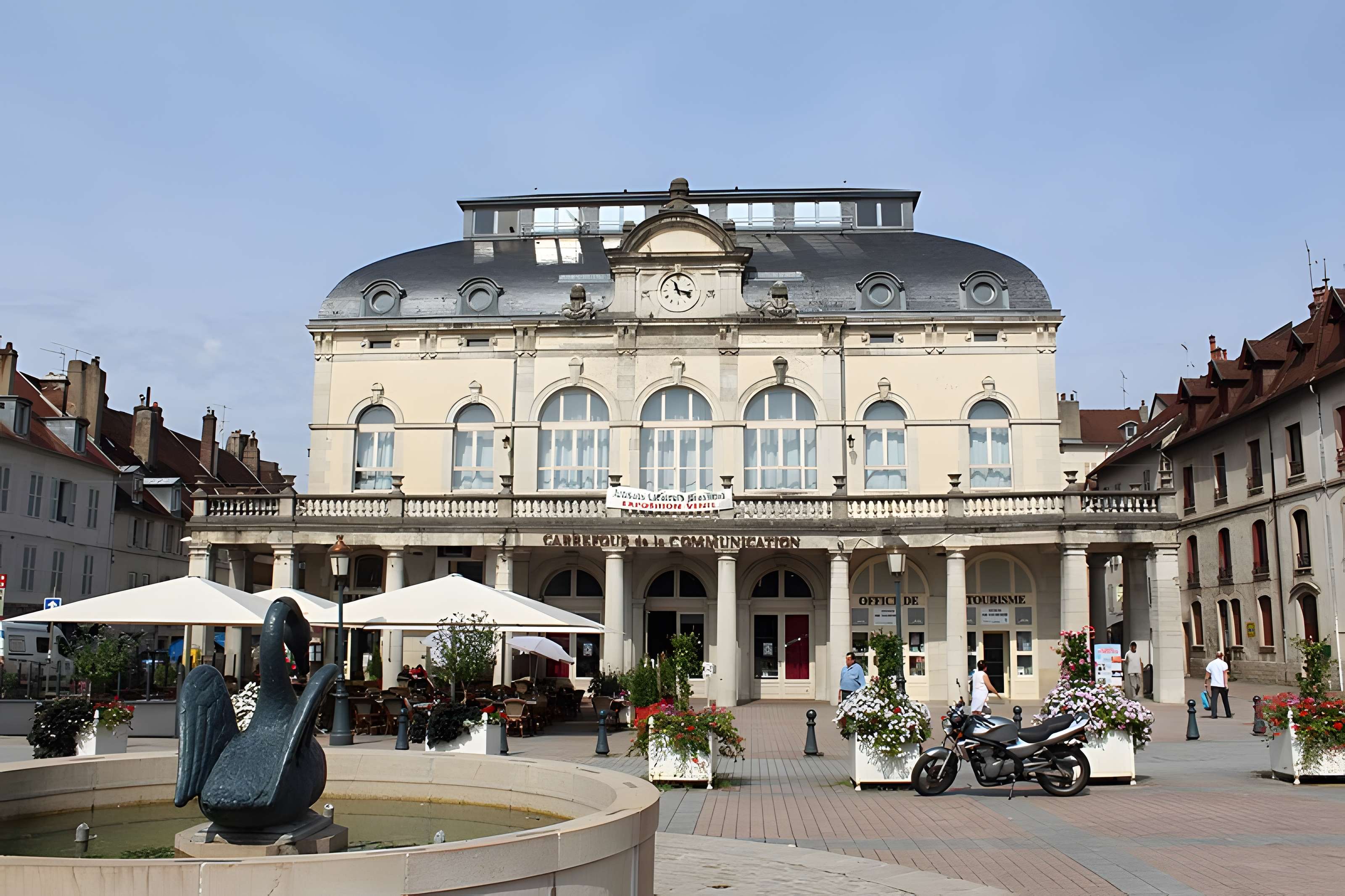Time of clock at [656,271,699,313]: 11:17
